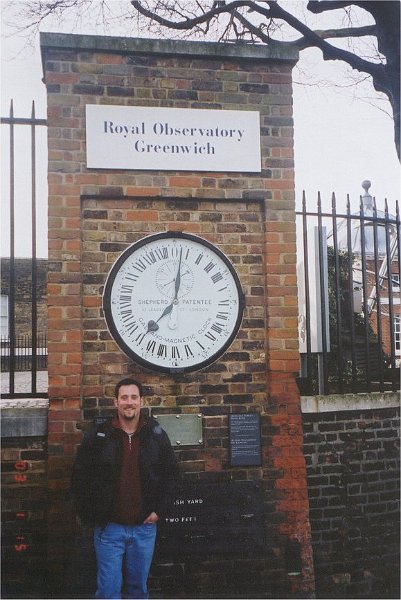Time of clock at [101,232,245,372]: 7:00
